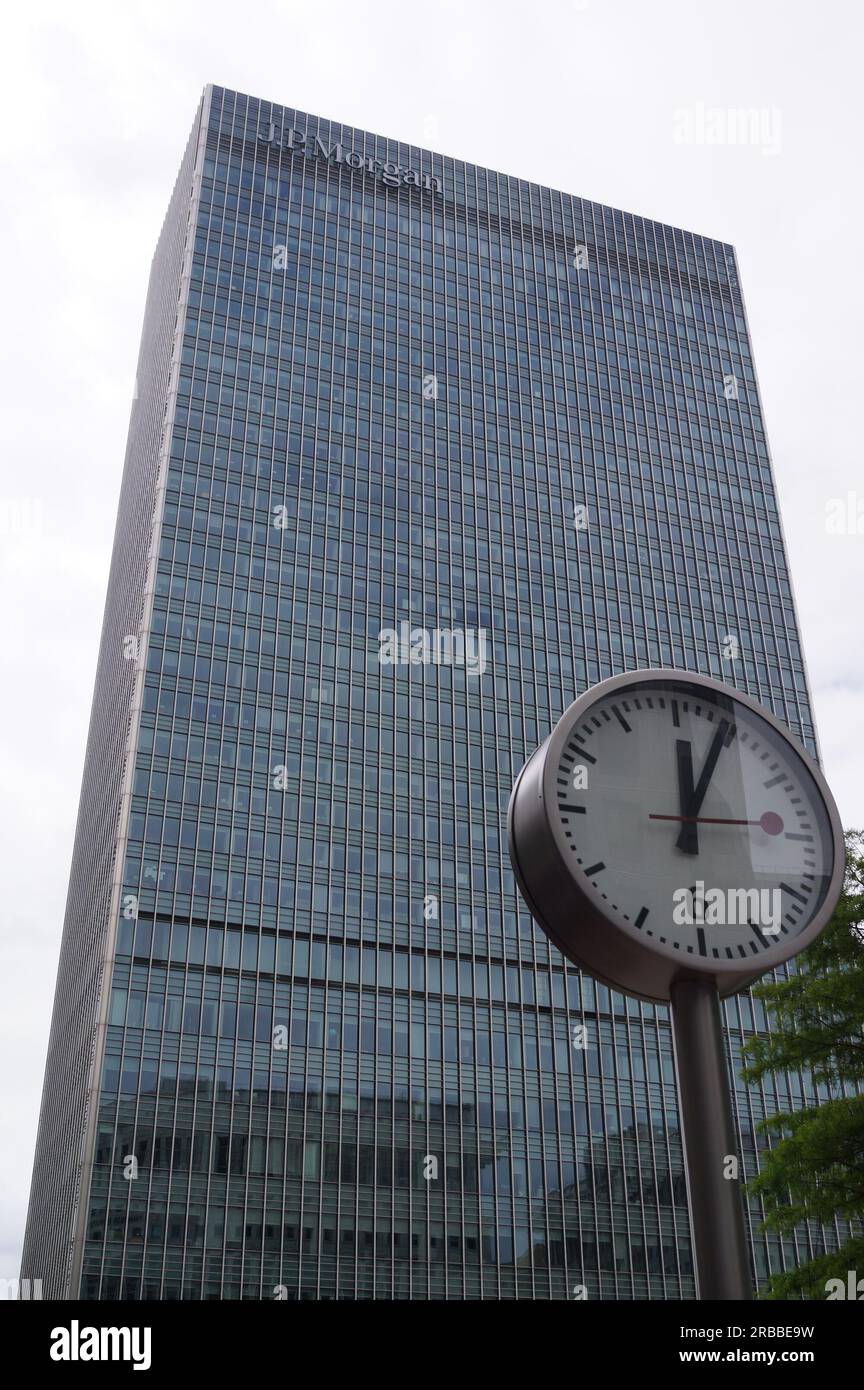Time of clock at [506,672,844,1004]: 12:04
